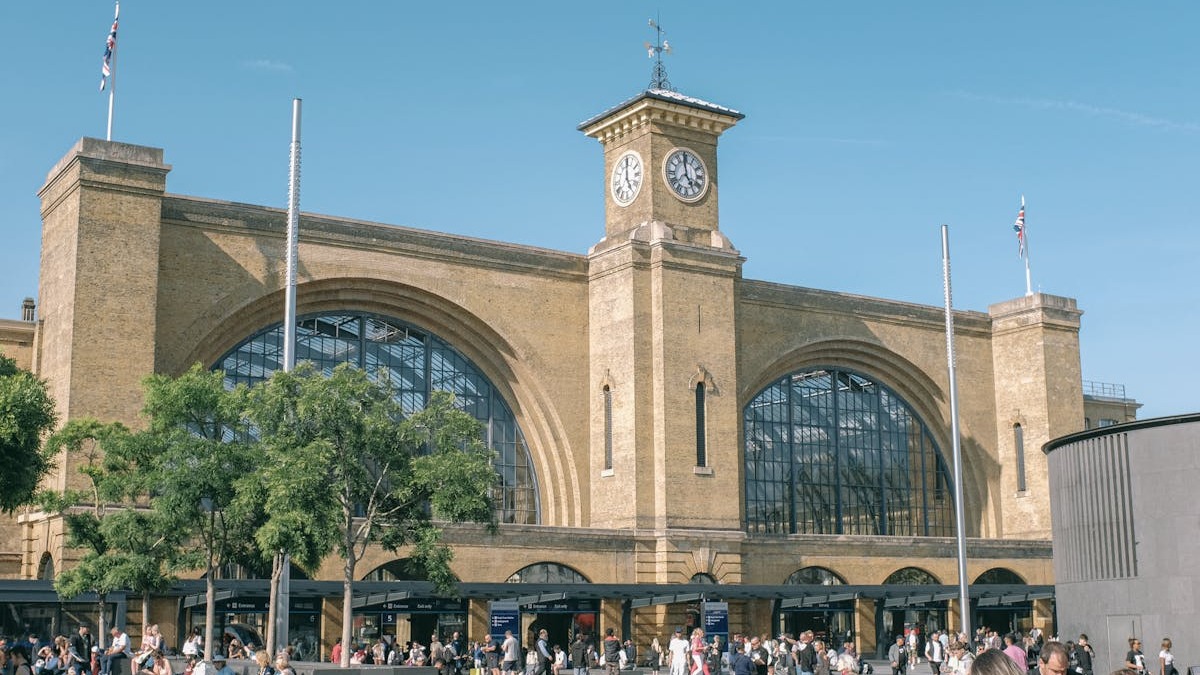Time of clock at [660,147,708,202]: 4:59
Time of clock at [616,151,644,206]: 5:00
